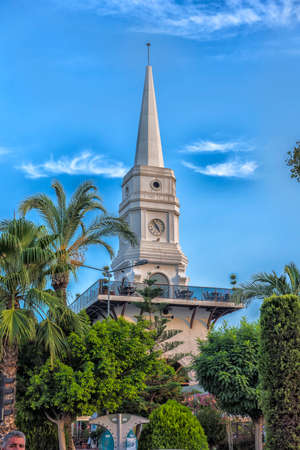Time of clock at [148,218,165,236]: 4:52
